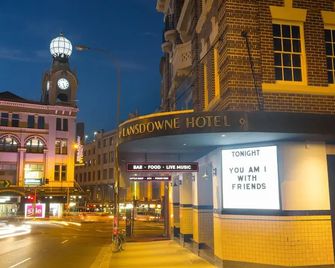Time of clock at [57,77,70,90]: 5:26
